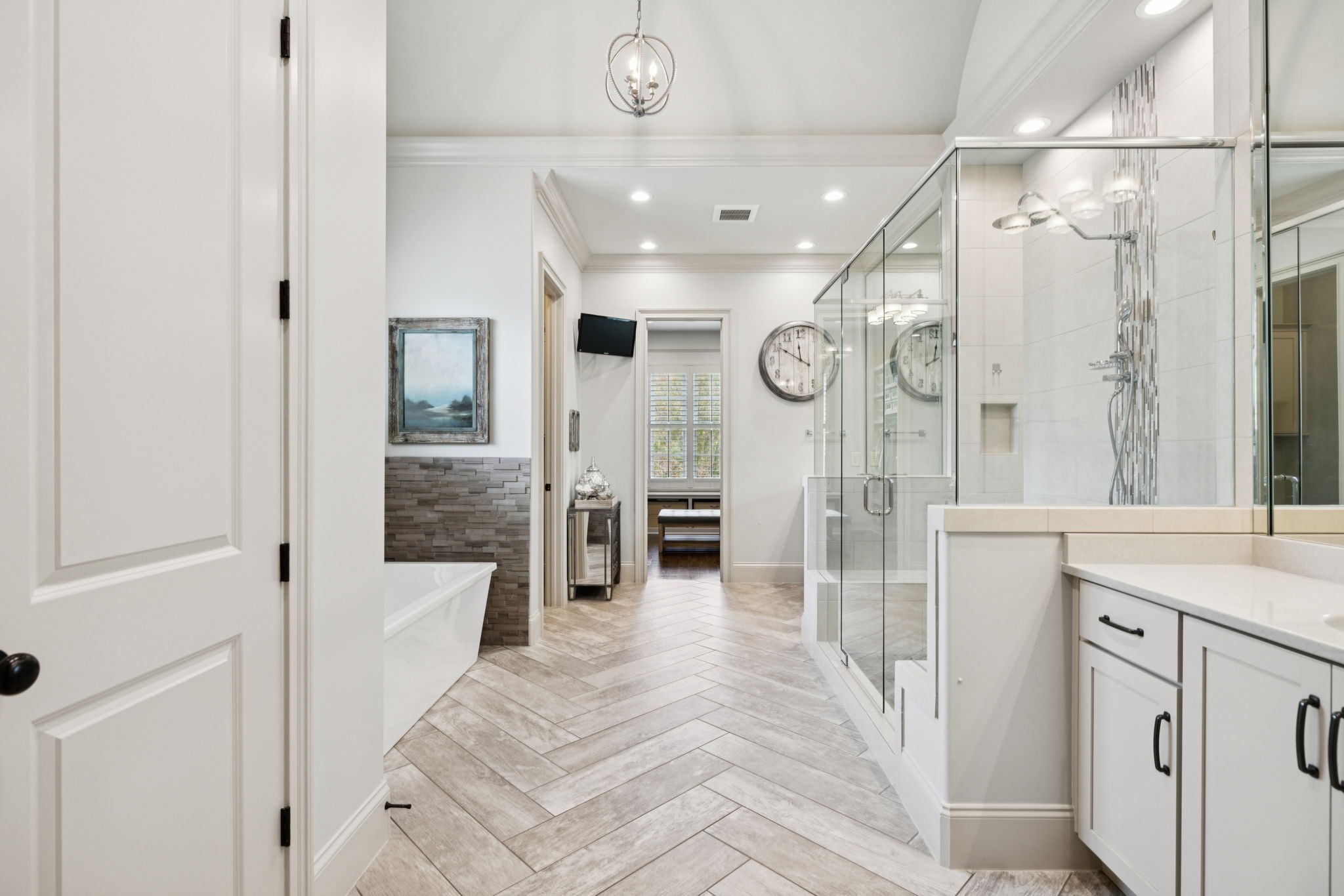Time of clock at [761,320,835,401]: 11:50
